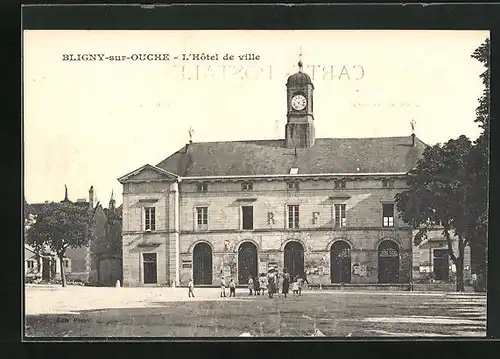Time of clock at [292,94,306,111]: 4:33
